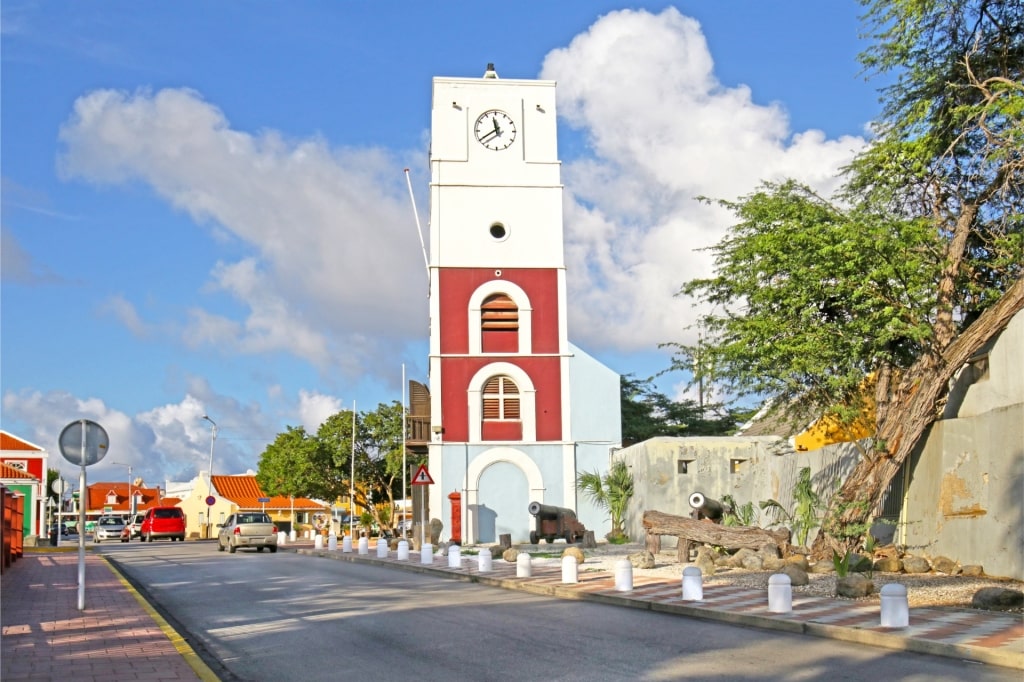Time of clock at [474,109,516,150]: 11:39
